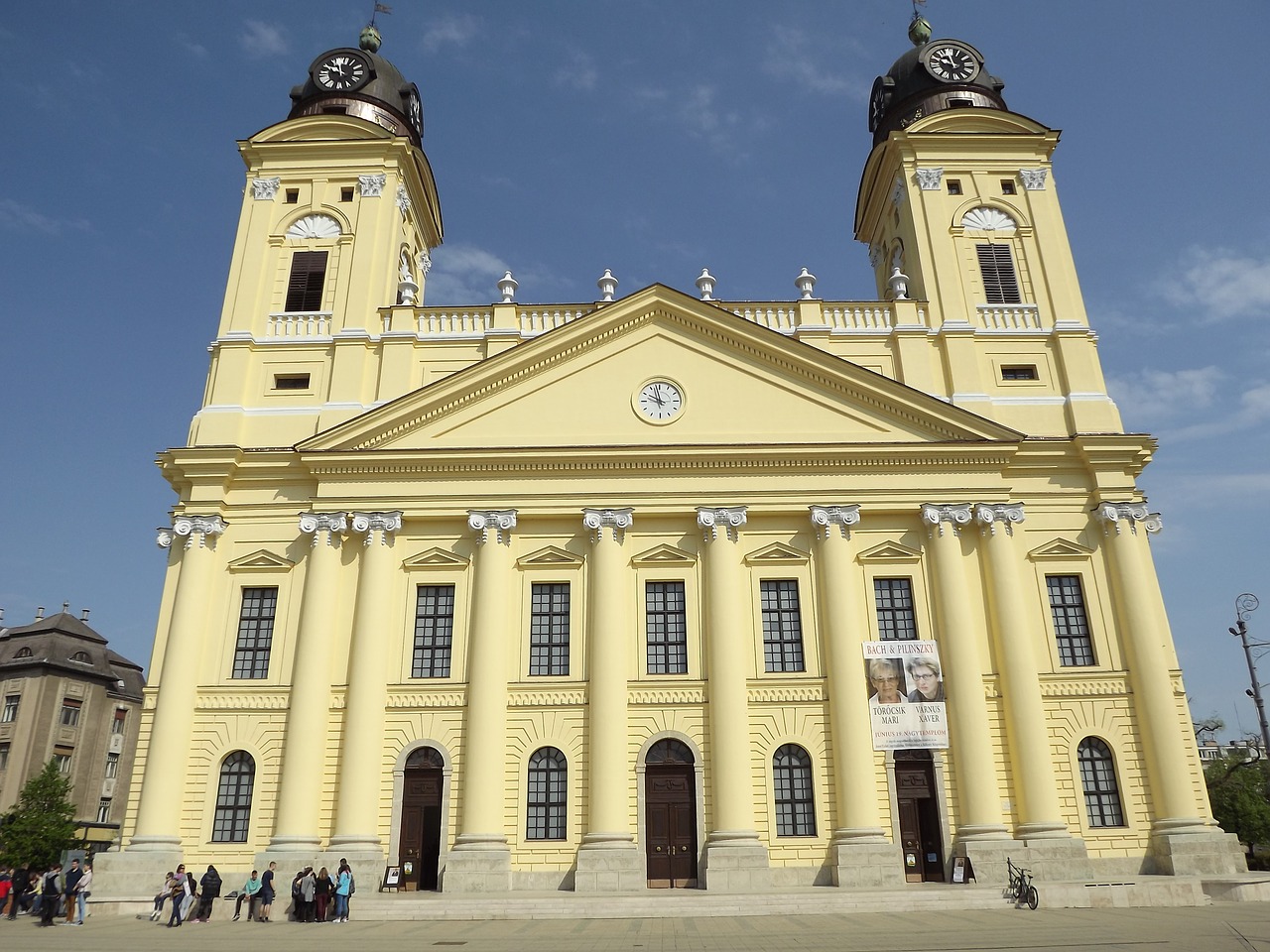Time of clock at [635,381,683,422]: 9:57
